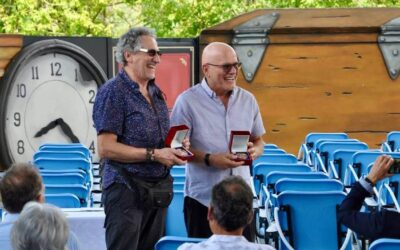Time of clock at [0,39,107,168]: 4:40
